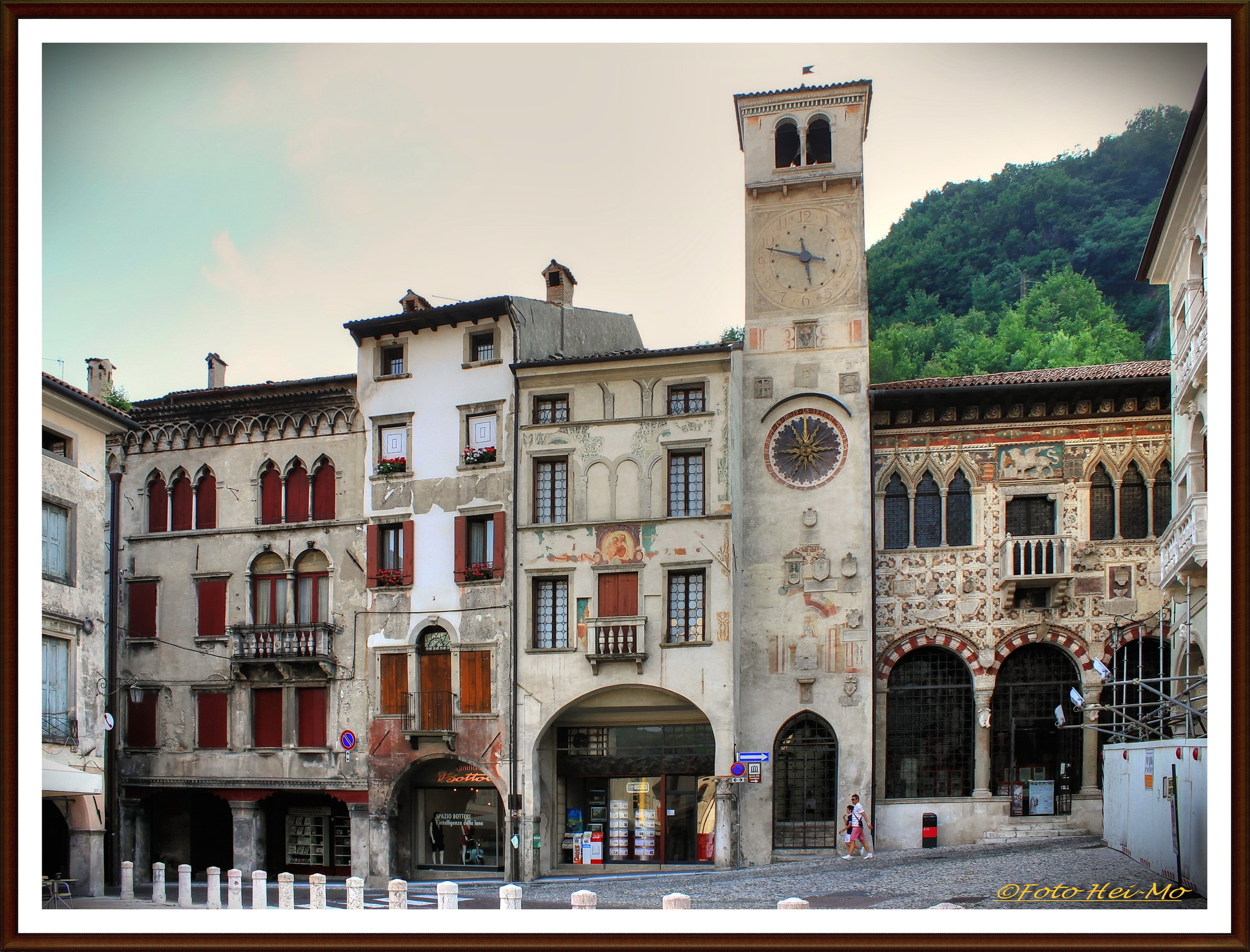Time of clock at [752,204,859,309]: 11:48
